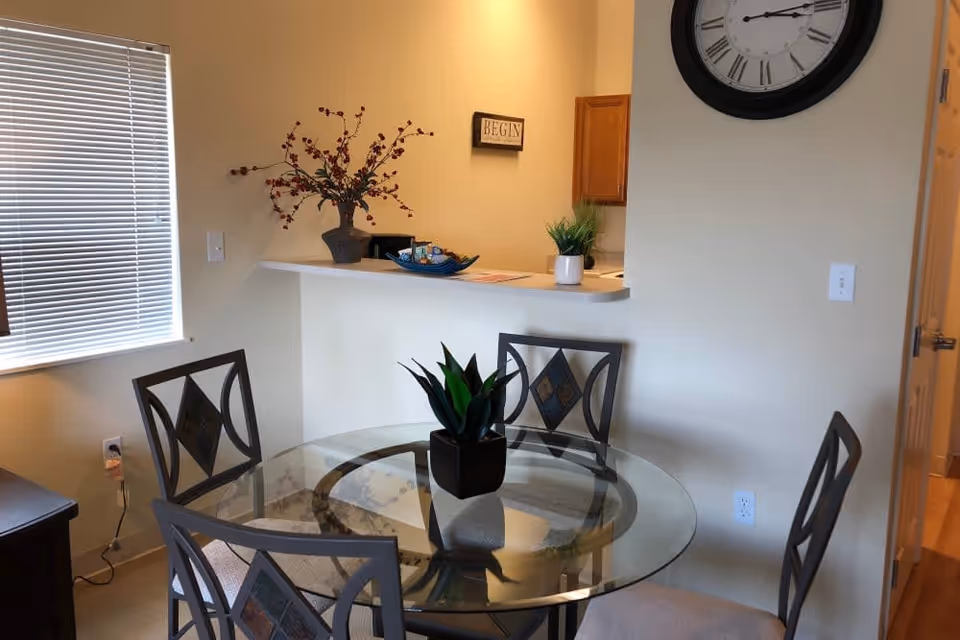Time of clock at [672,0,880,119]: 3:13
